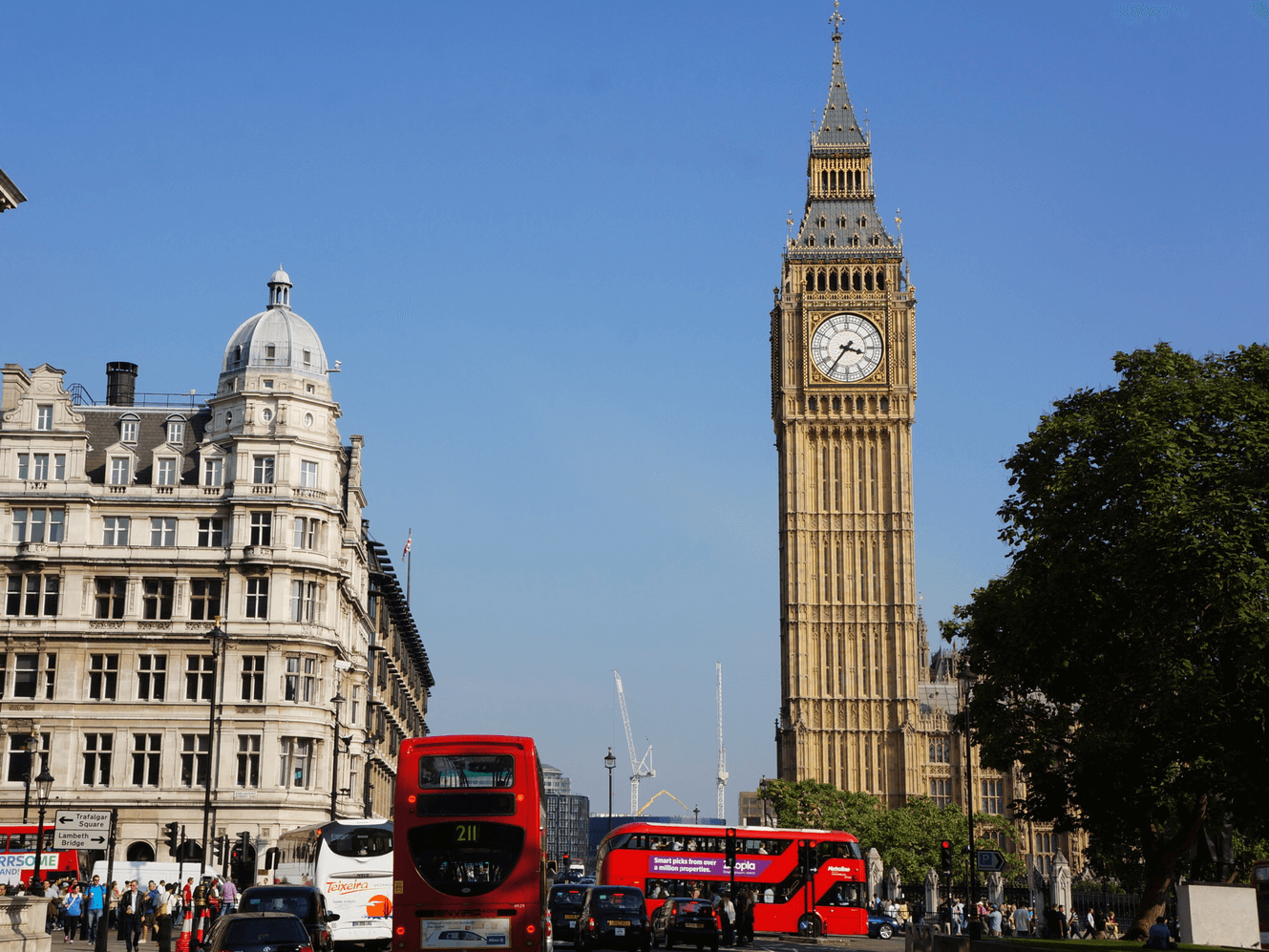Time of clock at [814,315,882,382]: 3:36
